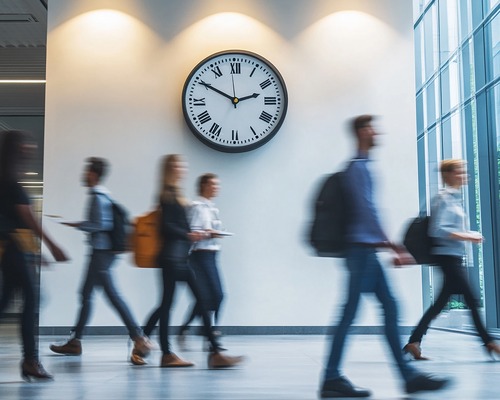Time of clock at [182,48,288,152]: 2:49
